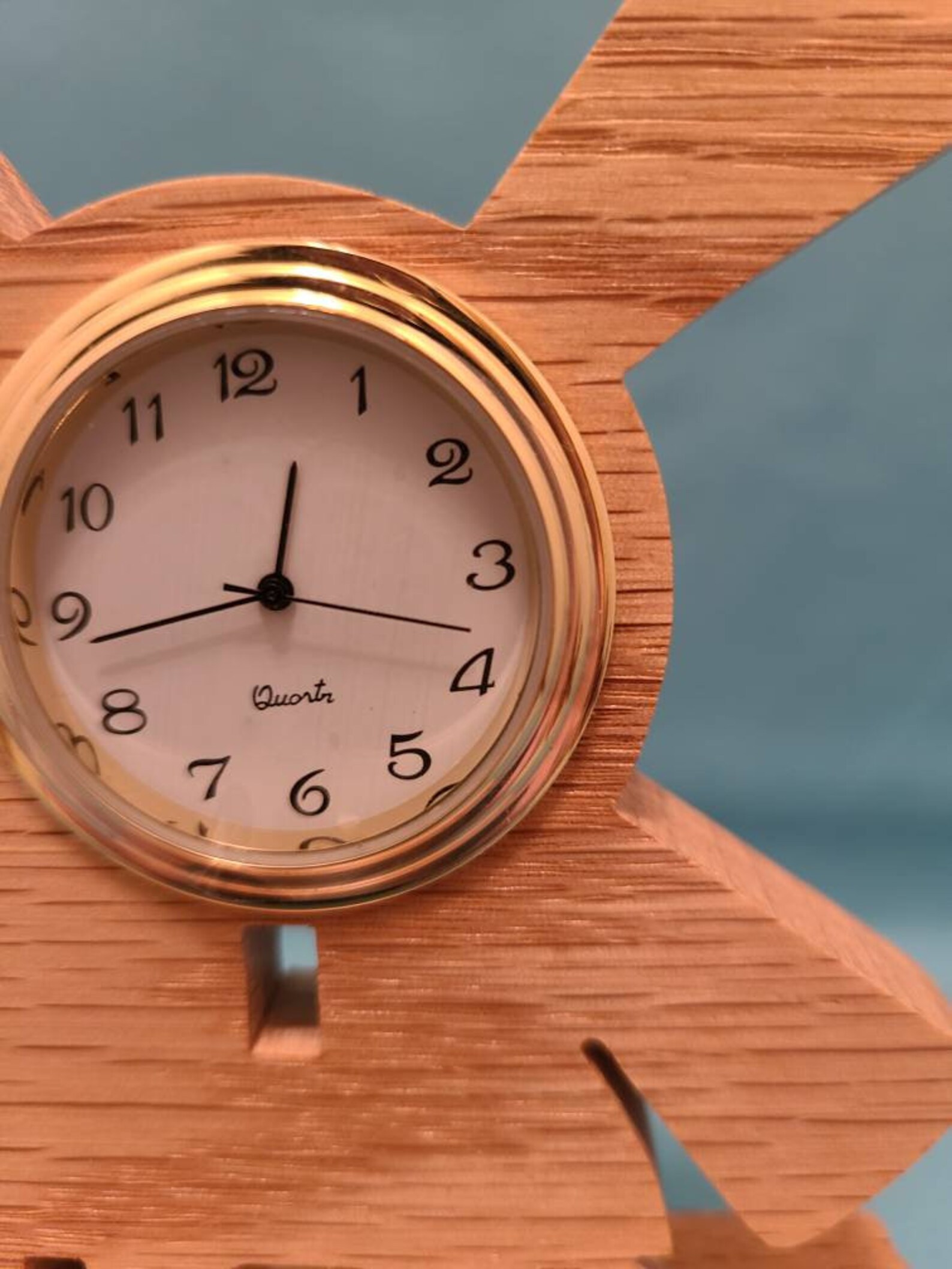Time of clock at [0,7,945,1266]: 12:43
